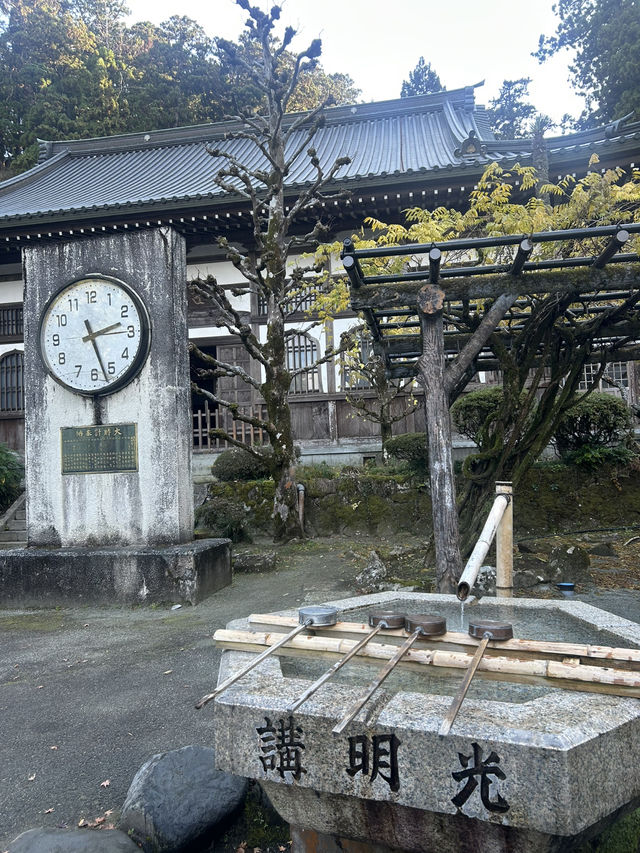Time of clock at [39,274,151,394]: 2:26
